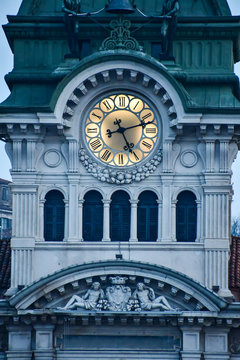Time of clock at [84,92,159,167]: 5:12
